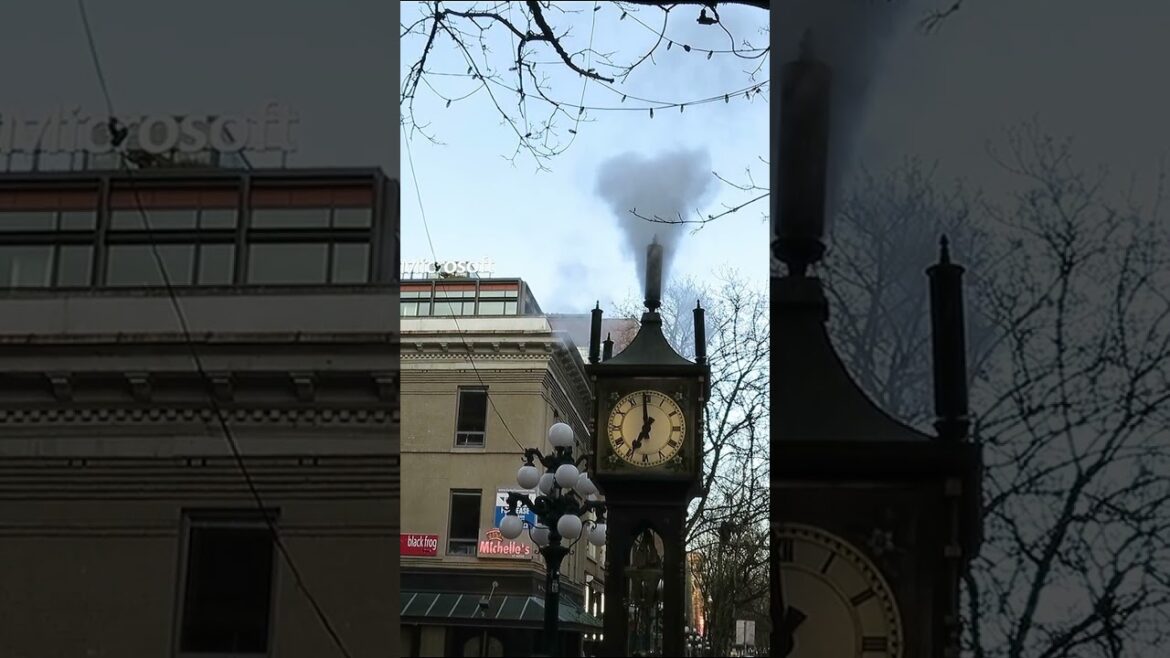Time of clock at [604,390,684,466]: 6:58
